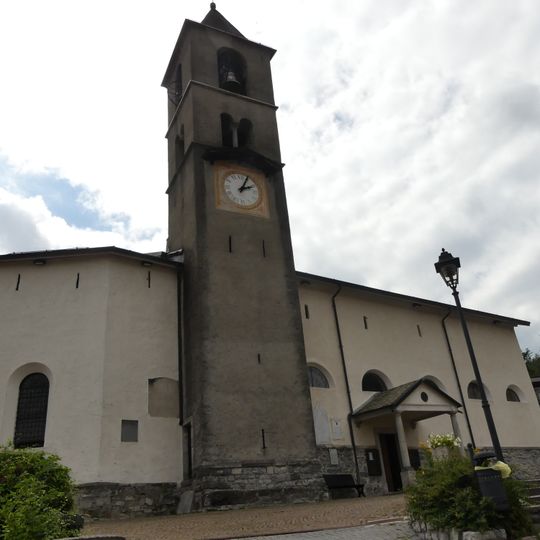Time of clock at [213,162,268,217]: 2:04
